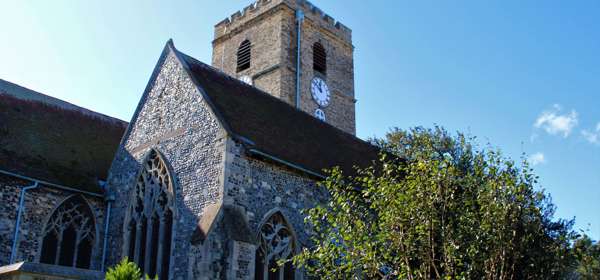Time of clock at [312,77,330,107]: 11:50
